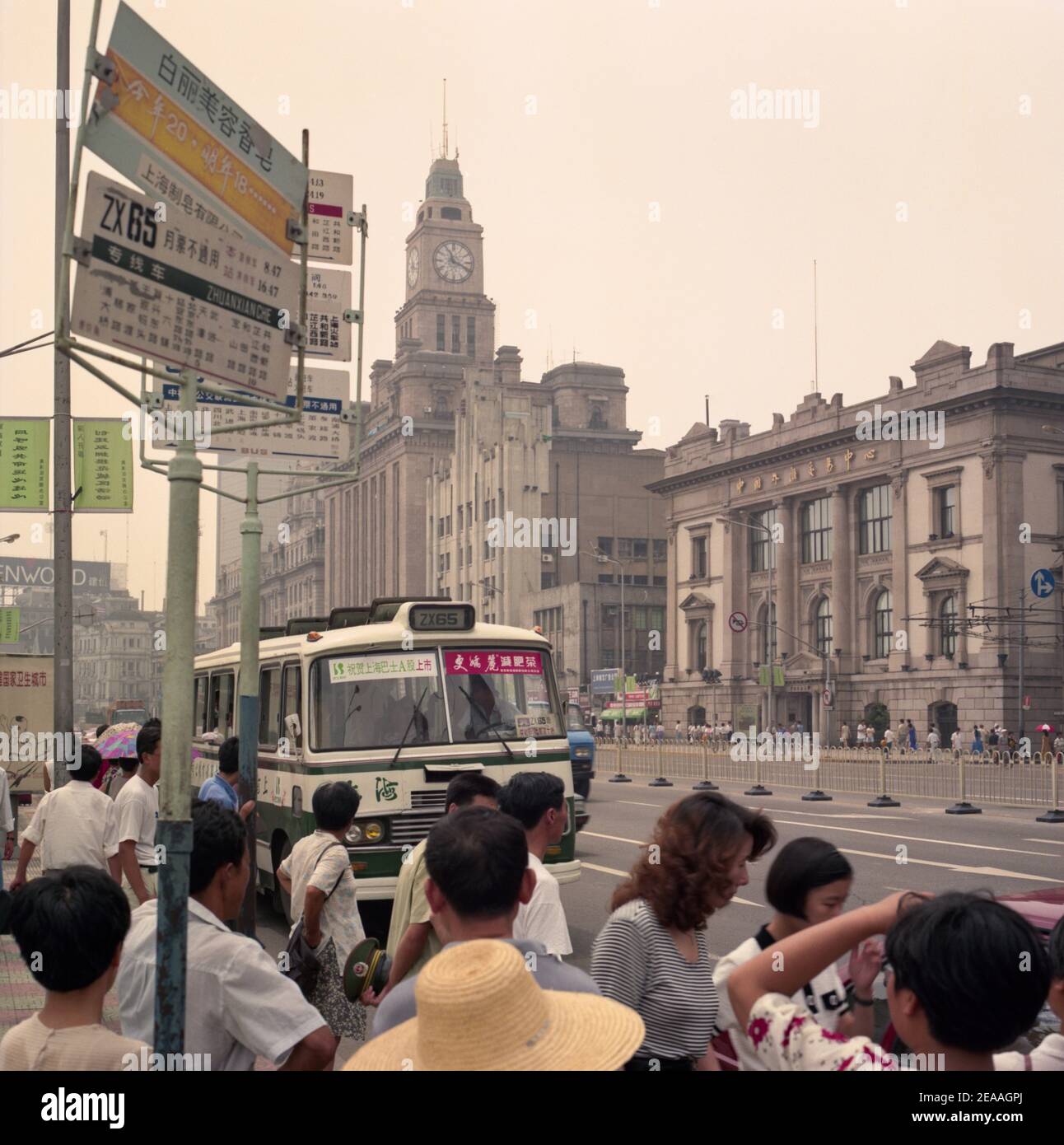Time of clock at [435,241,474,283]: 11:18
